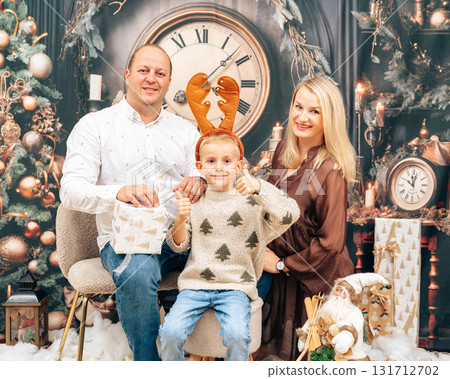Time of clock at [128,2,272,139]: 5:07
